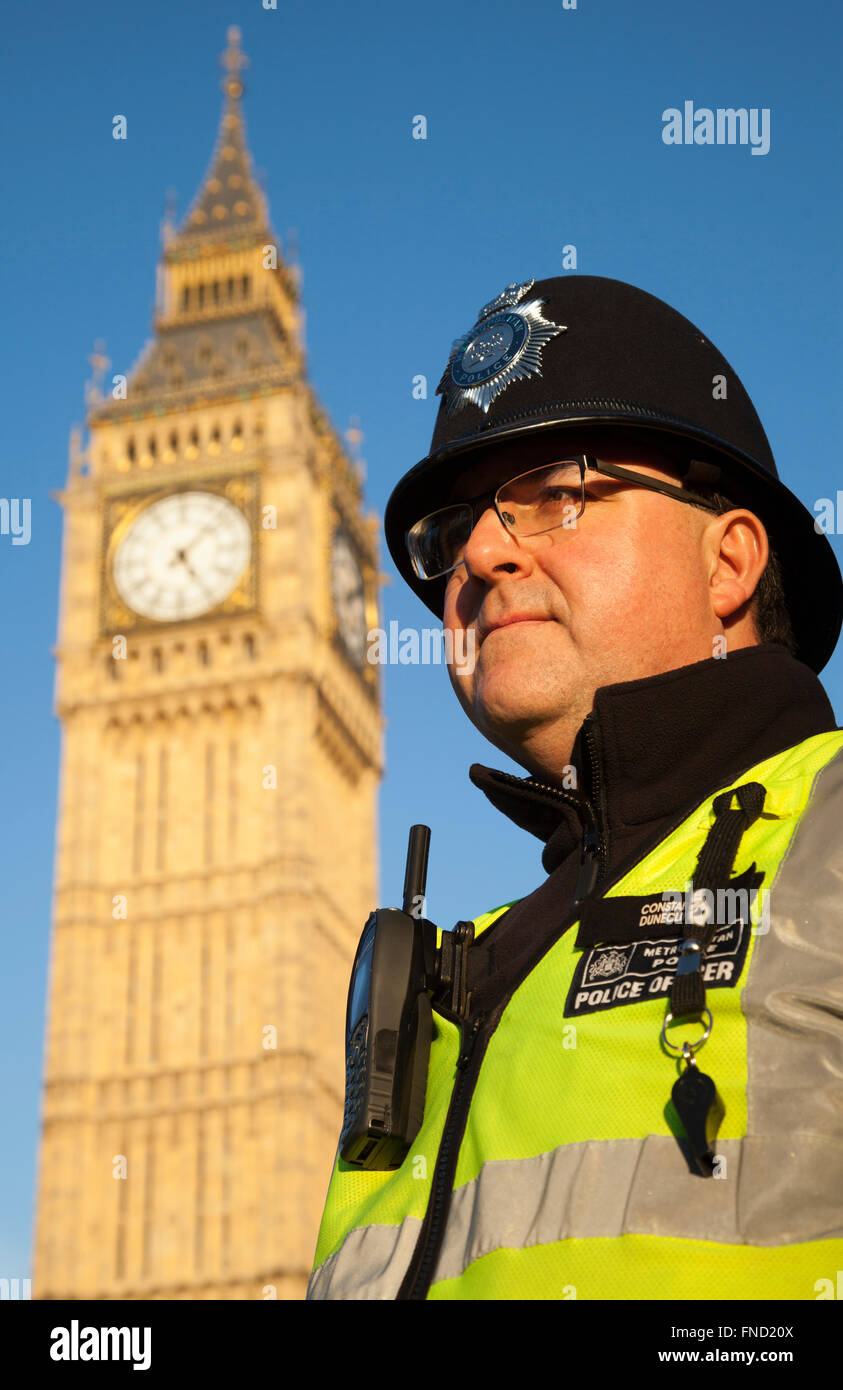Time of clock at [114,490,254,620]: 5:07
